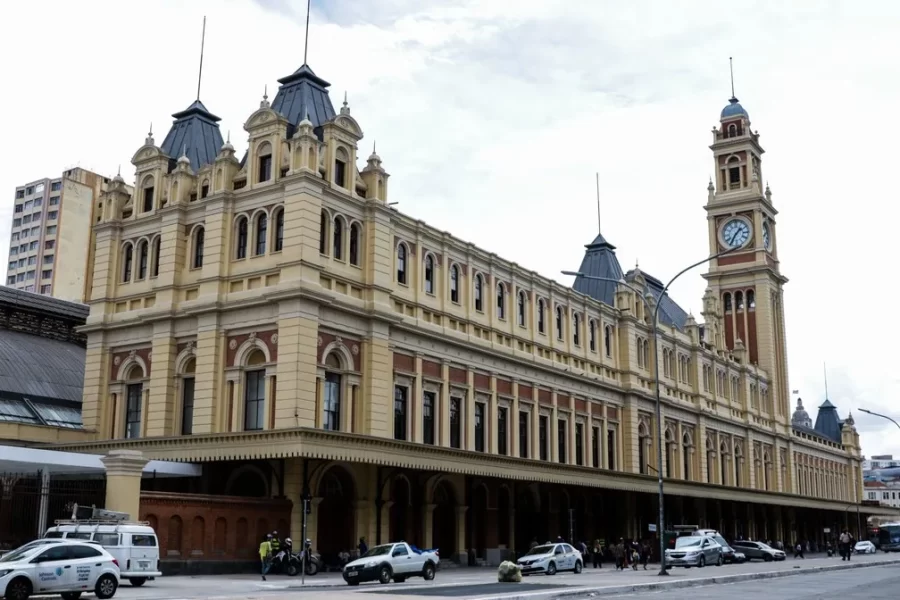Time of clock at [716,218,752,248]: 1:35
